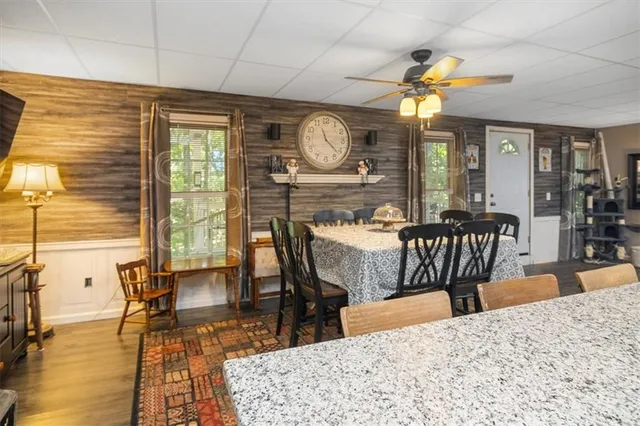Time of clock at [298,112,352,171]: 11:22
